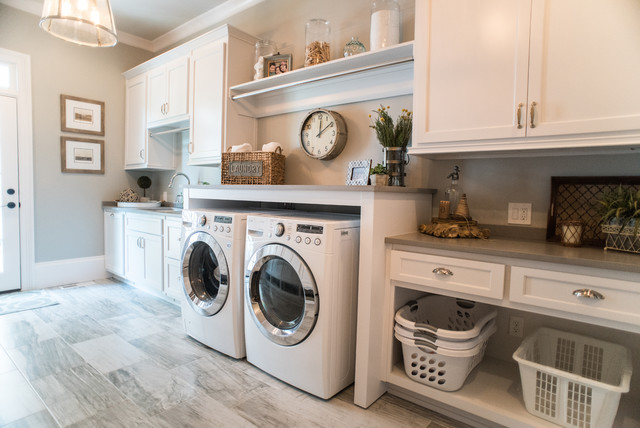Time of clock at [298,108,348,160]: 12:09
